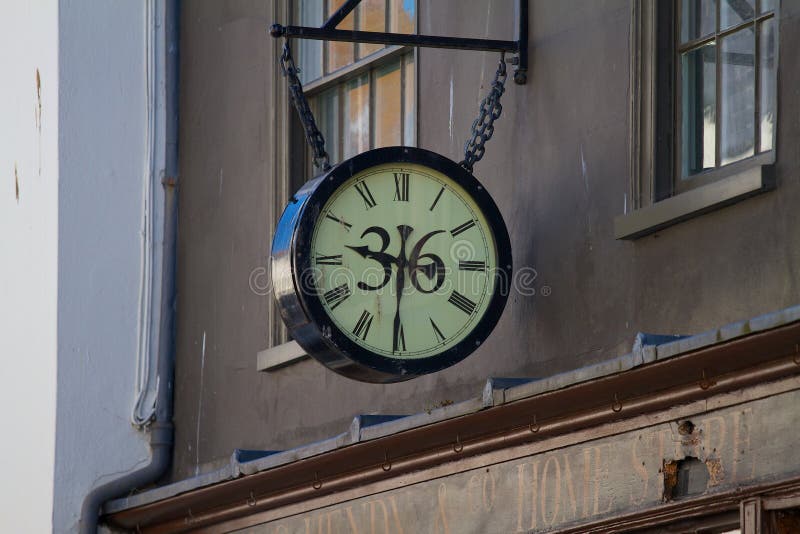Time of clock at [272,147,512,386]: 9:30
